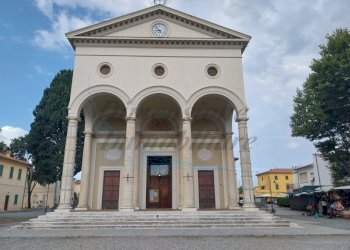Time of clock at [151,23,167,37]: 8:53
